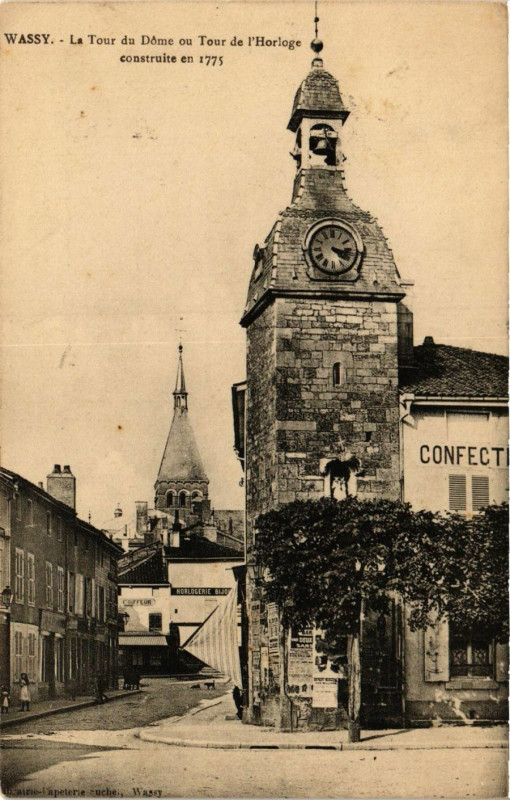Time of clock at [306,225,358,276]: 4:17
